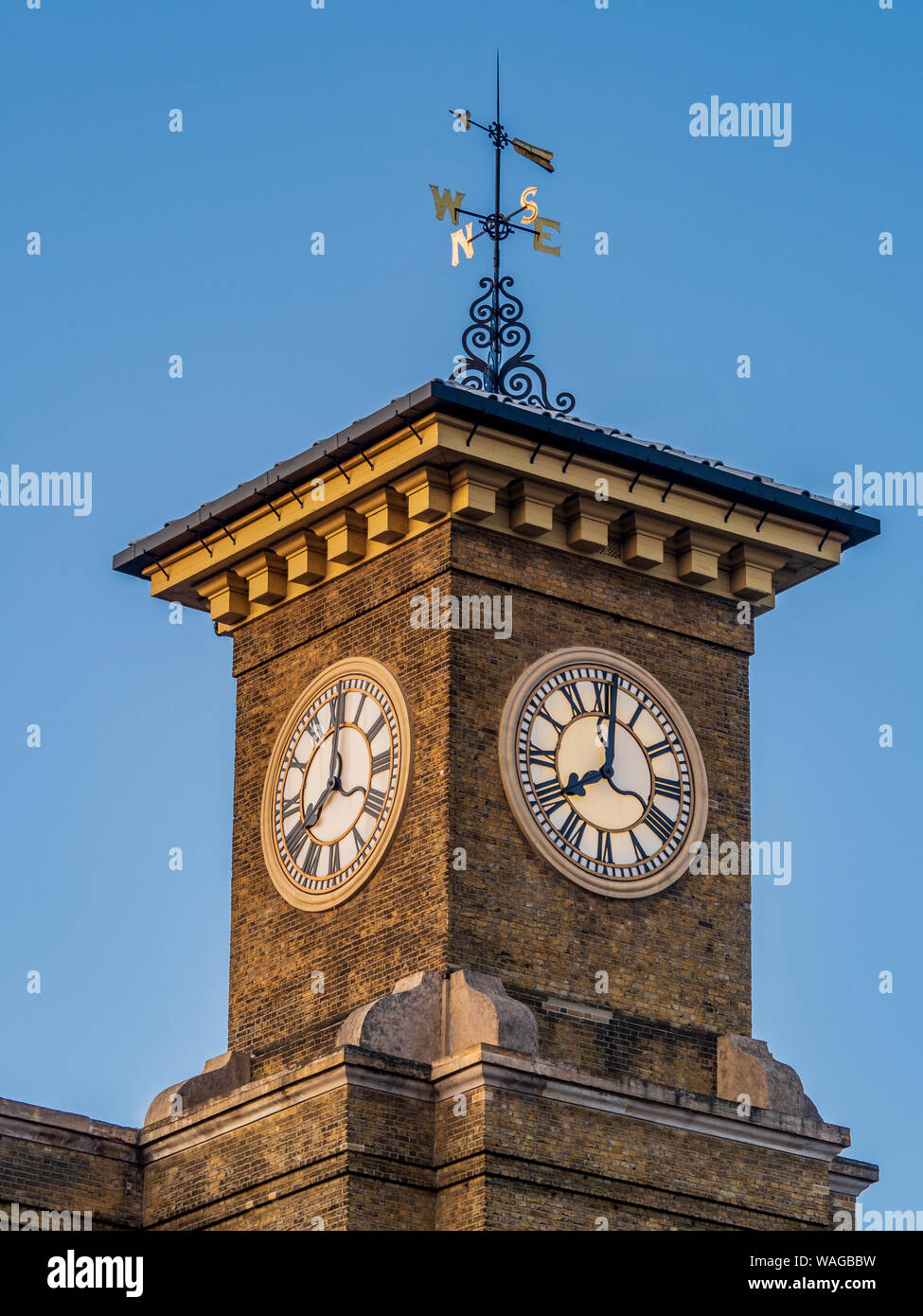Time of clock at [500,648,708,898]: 8:01
